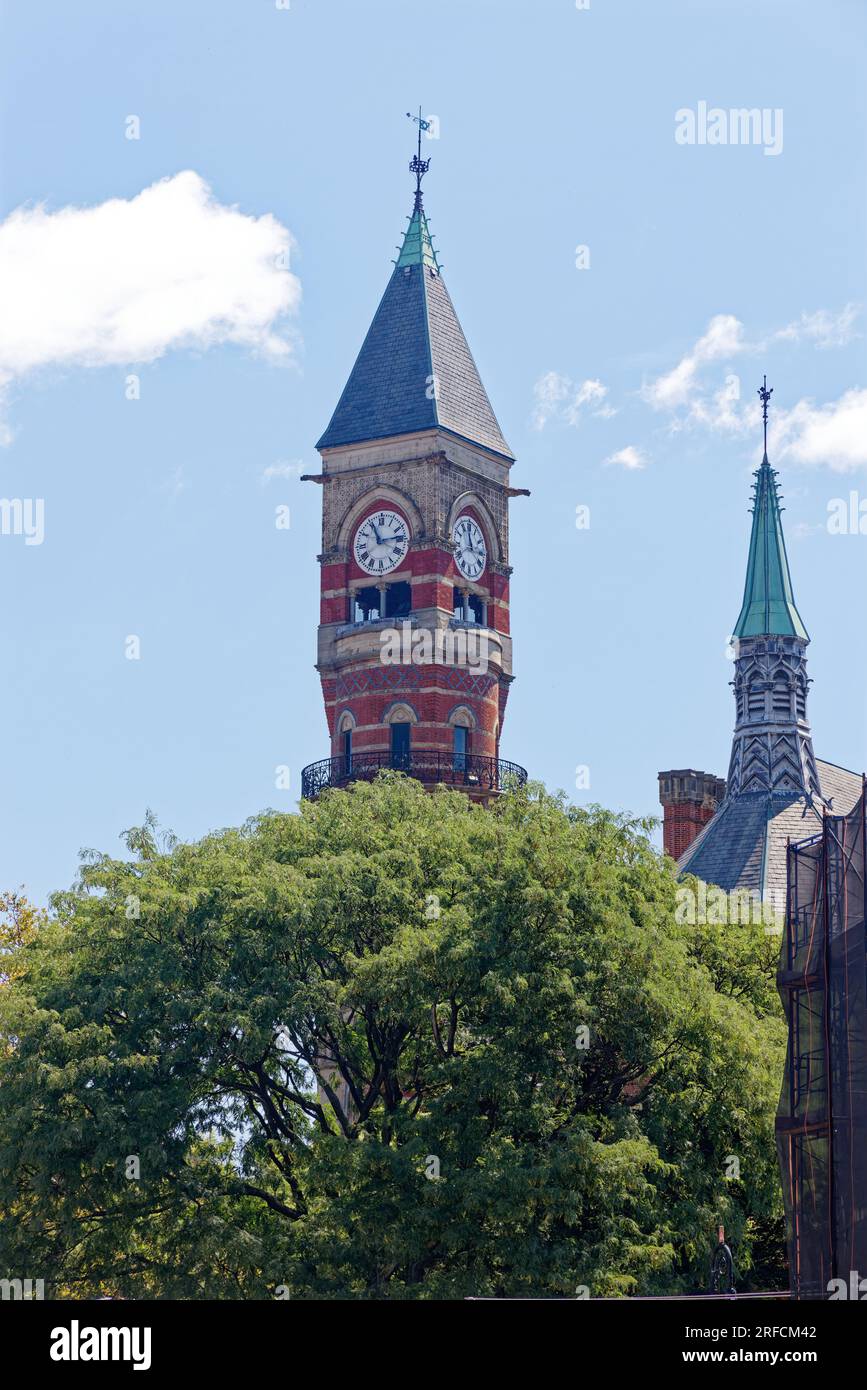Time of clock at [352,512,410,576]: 11:13
